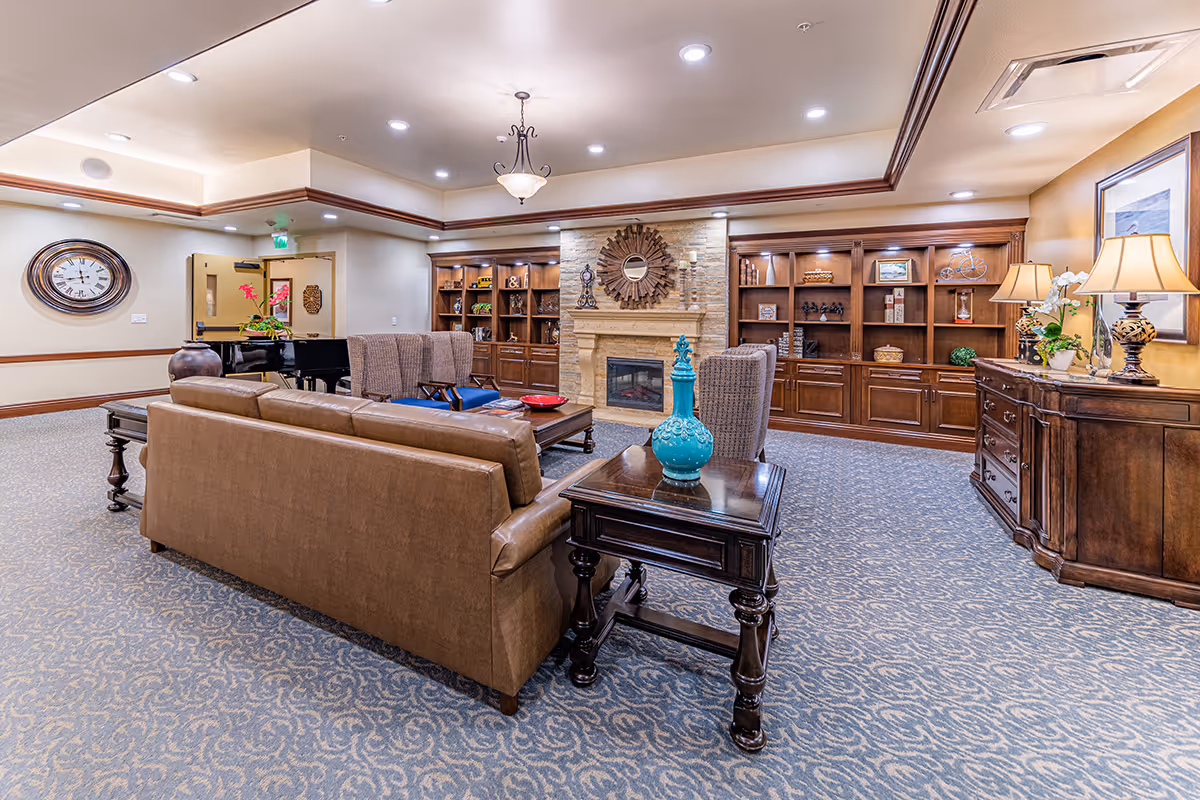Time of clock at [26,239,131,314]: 11:42
